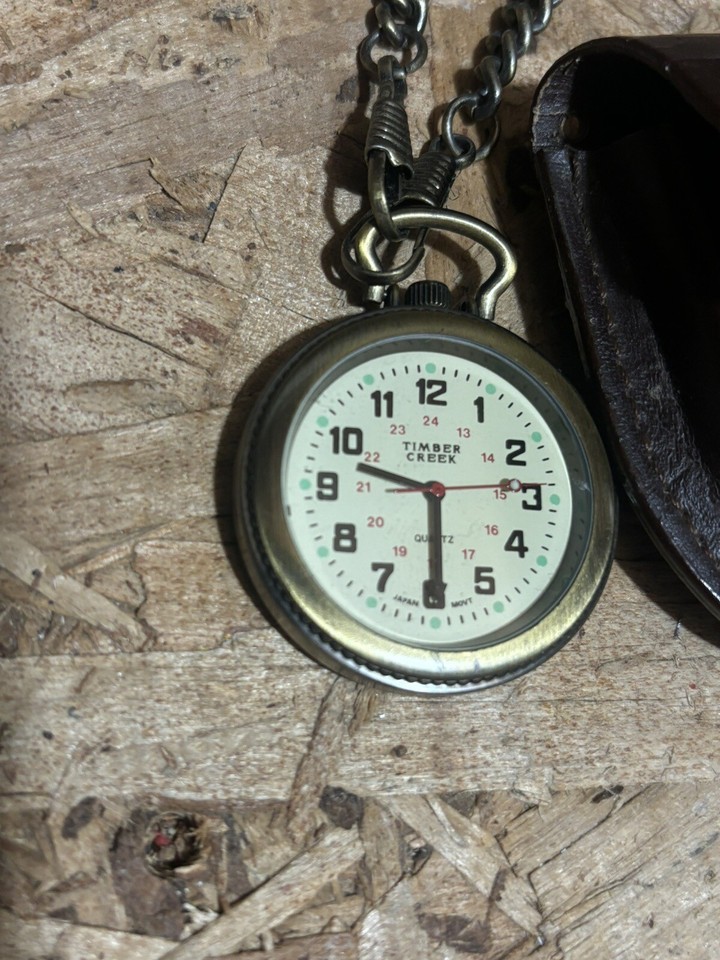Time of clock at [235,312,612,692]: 9:29
